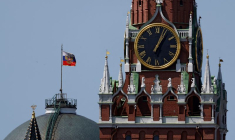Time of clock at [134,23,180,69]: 1:03
